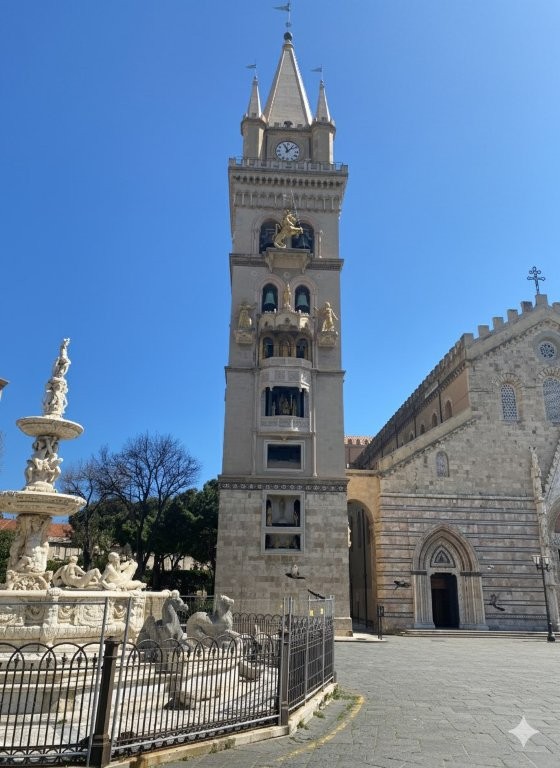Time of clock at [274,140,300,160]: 11:07
